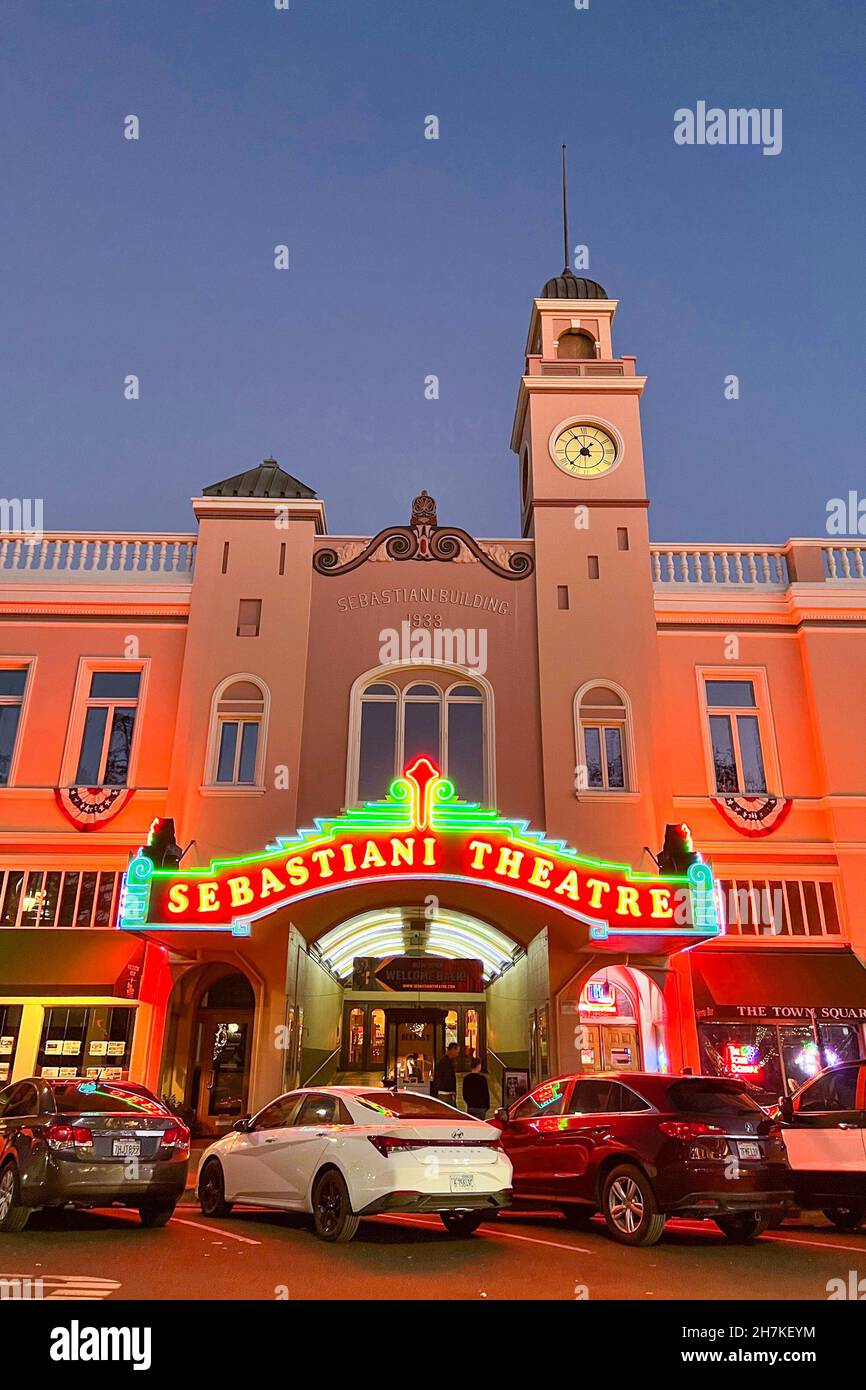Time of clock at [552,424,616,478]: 1:36
